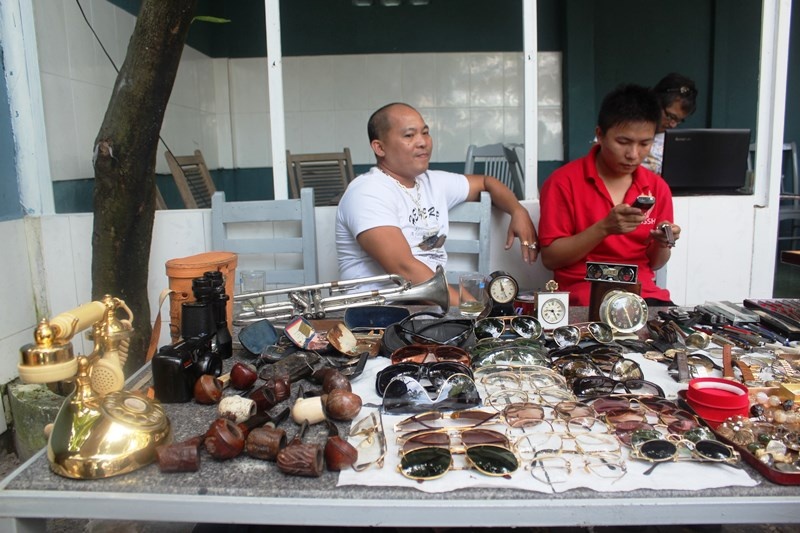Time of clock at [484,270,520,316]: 11:25
